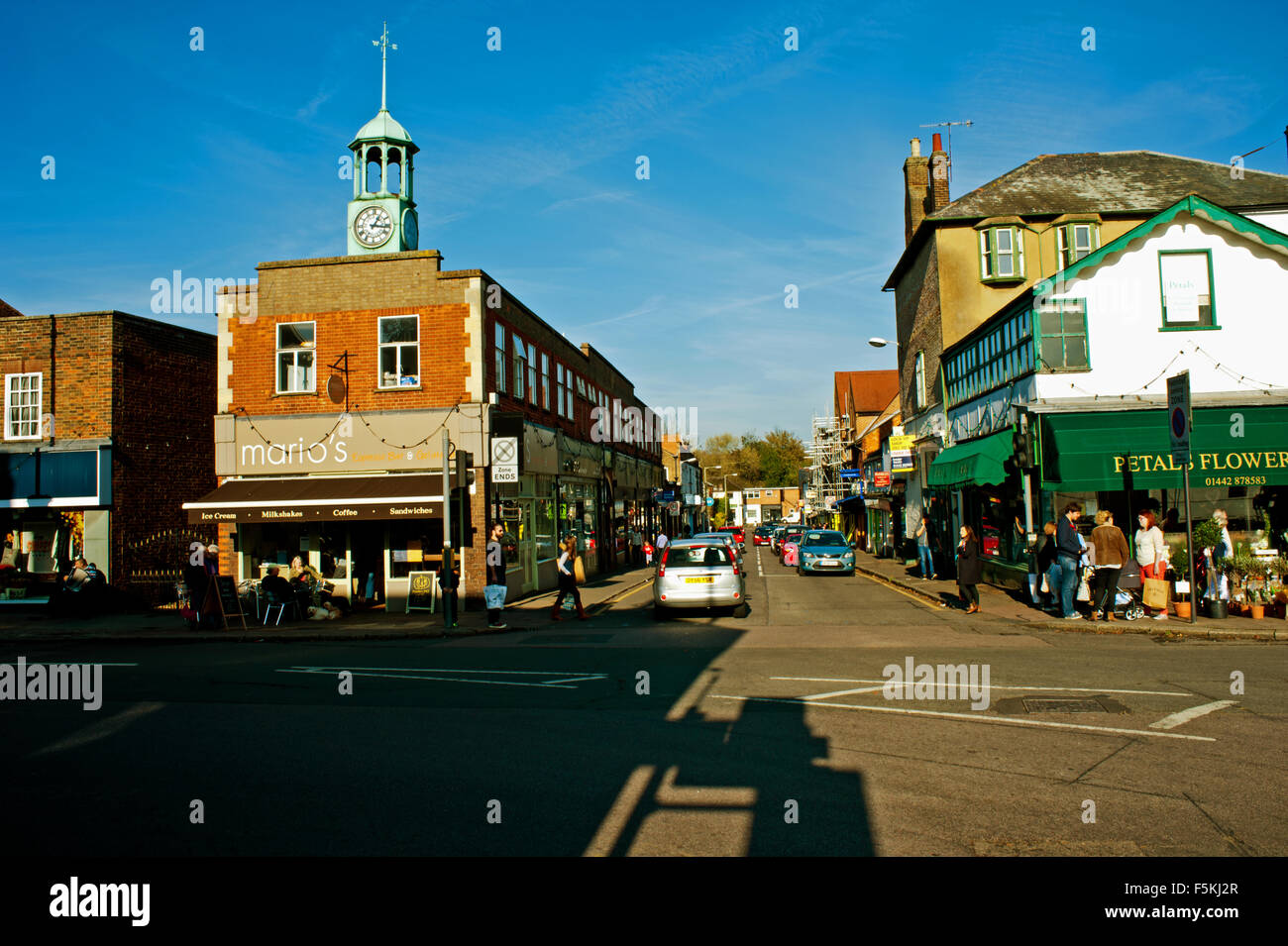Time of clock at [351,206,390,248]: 1:16
